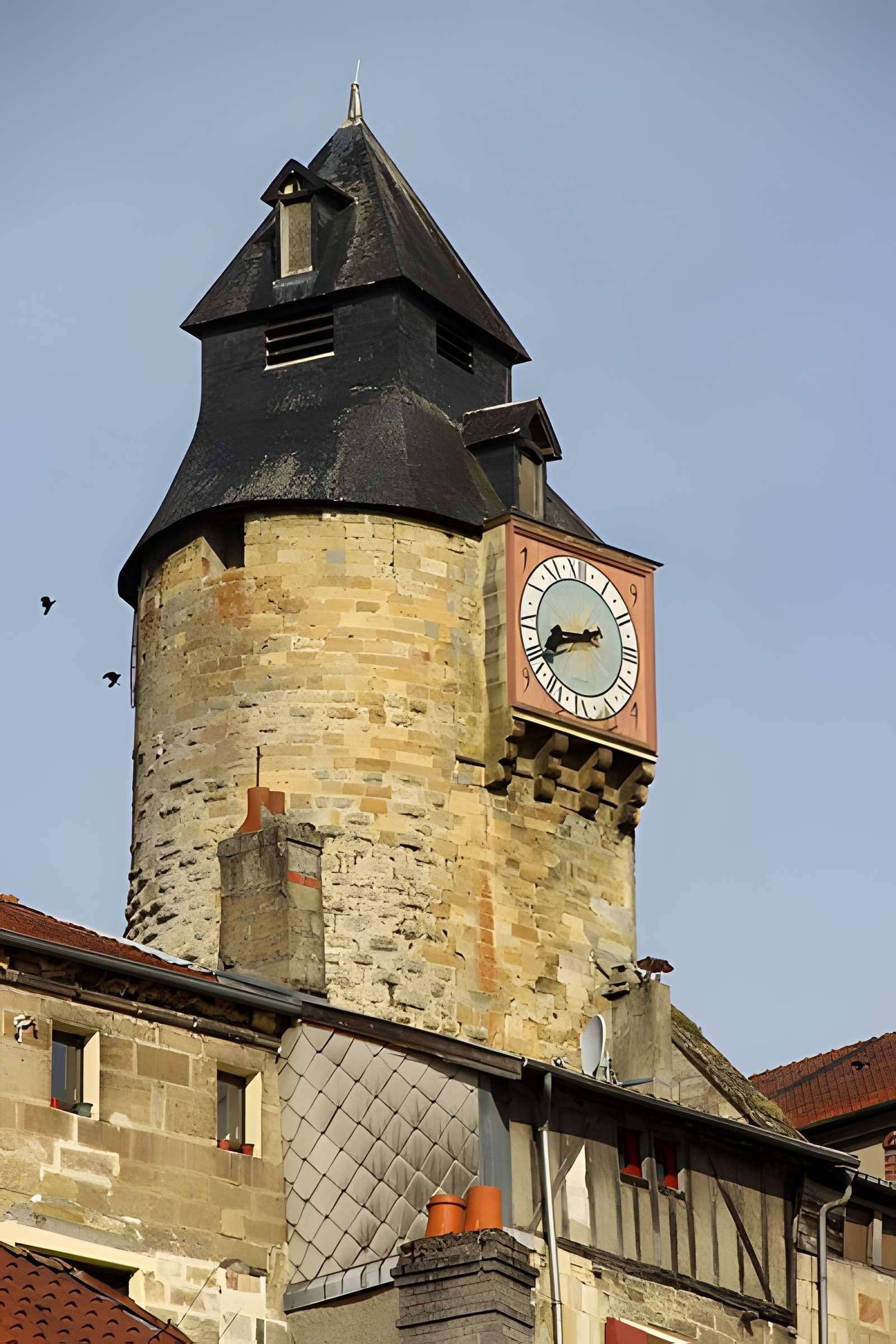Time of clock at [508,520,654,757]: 8:41
